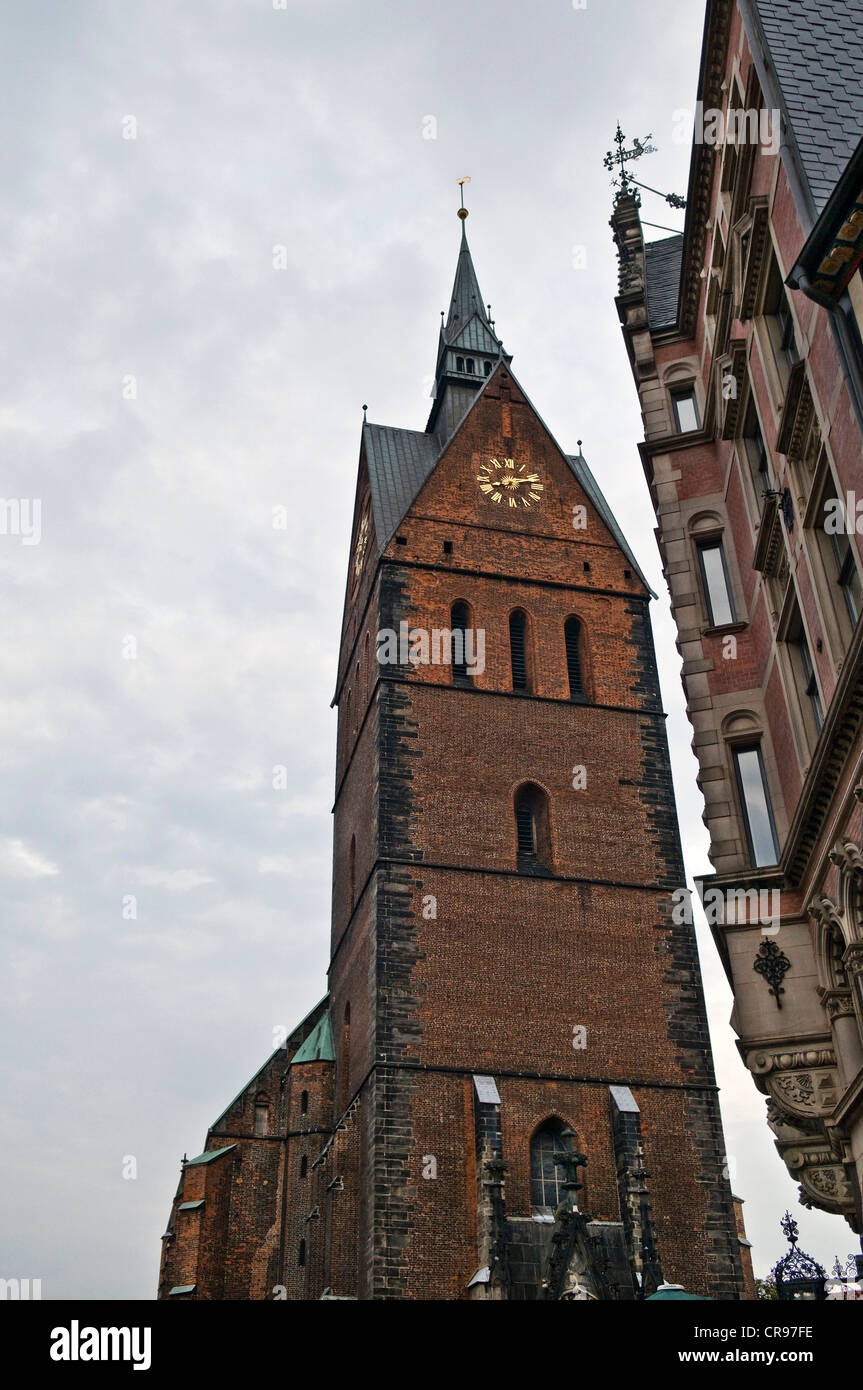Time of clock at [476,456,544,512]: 8:12
